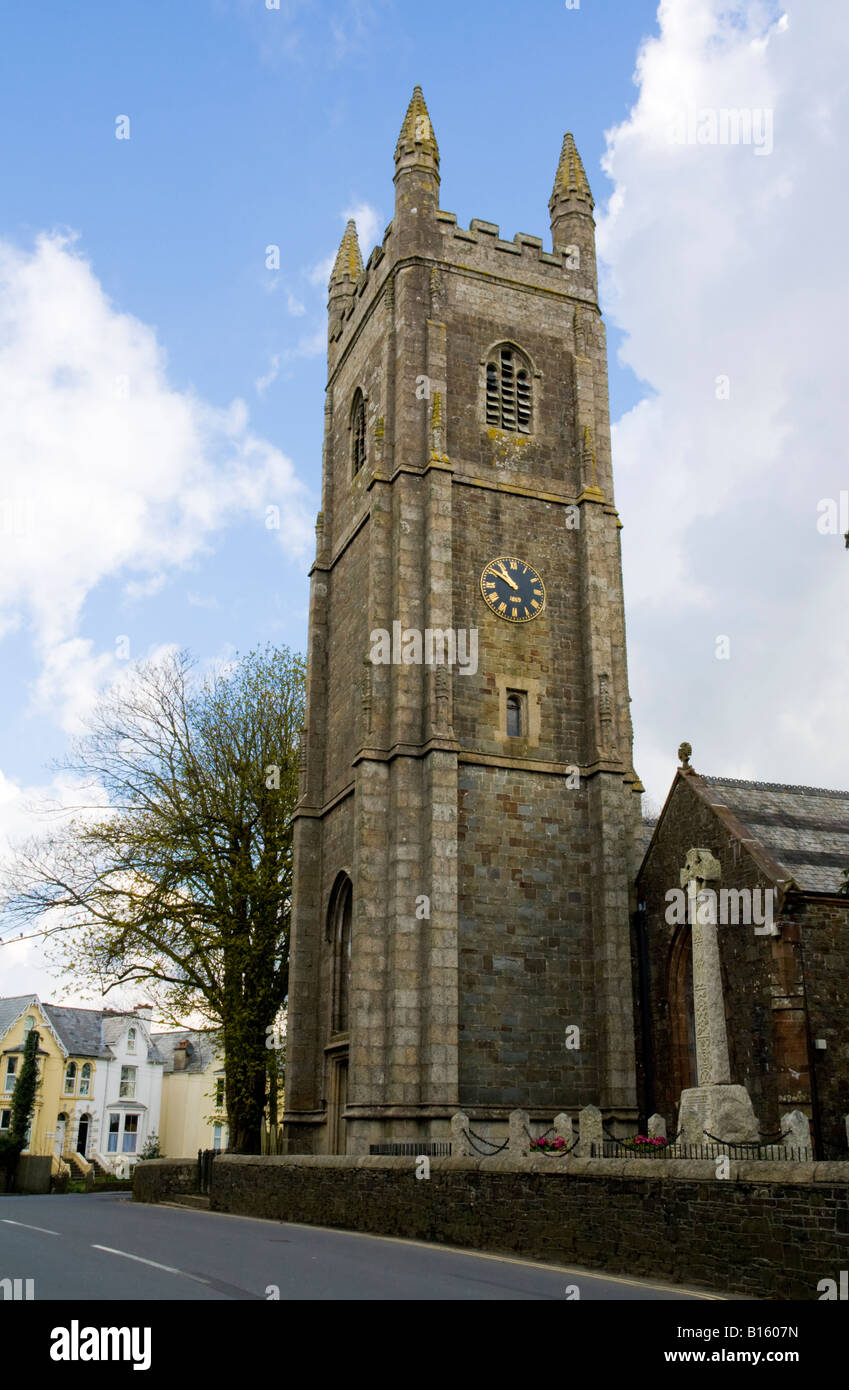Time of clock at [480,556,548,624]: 10:50
